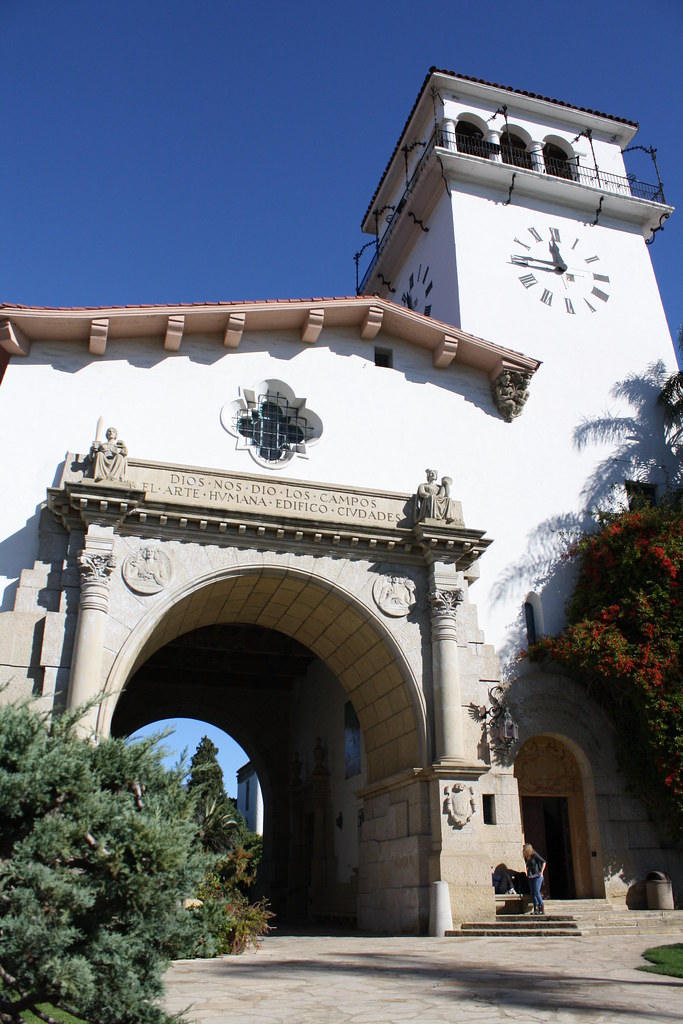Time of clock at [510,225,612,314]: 11:46
